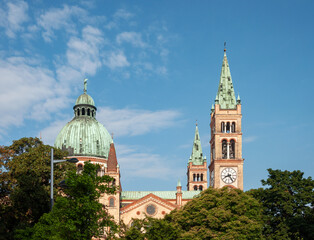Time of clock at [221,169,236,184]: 8:24
